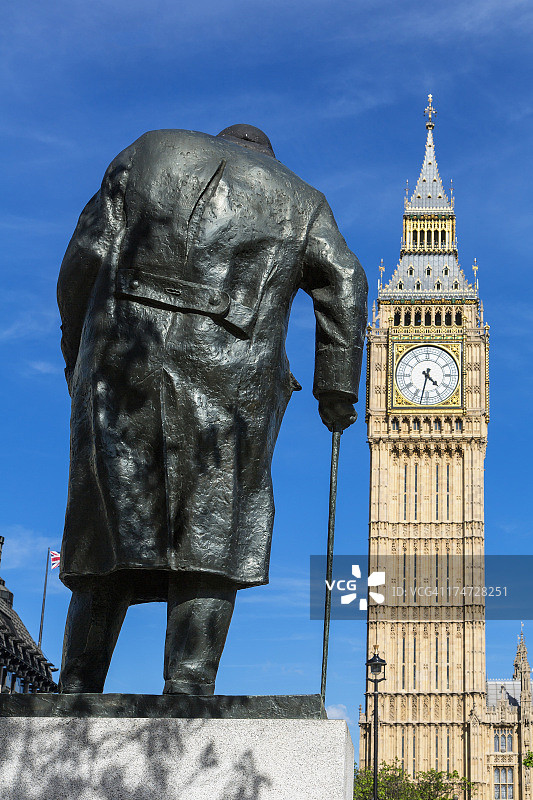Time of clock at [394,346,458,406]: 4:32
